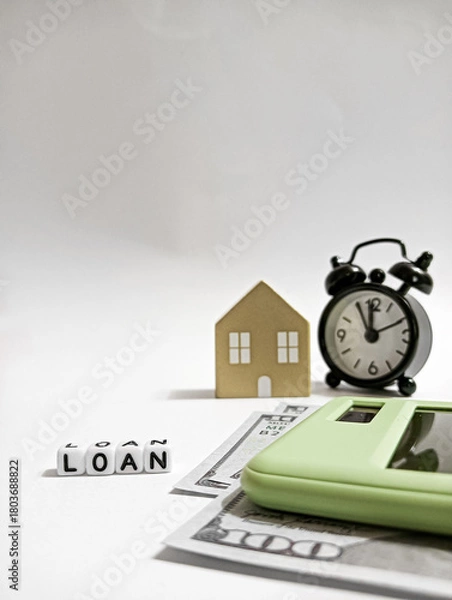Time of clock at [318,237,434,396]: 11:55
